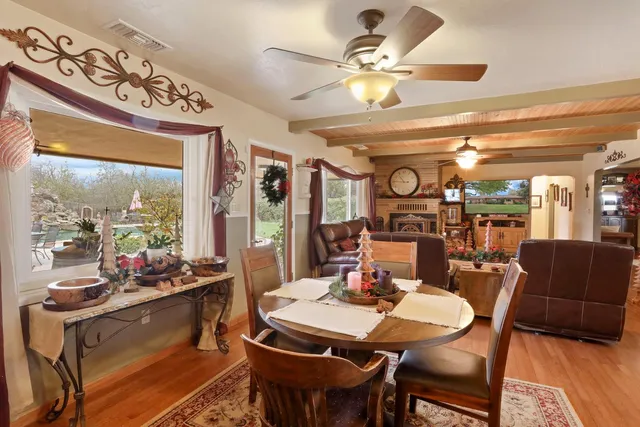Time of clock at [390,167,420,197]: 10:45
